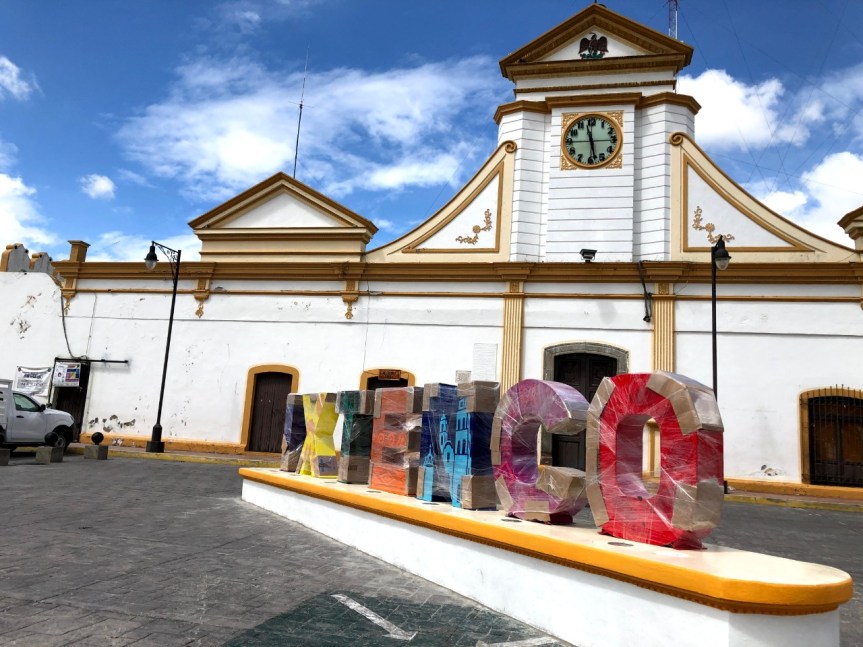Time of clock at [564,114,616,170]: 11:28
